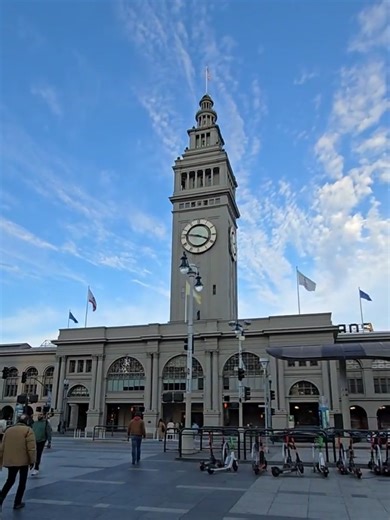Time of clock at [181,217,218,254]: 3:46
